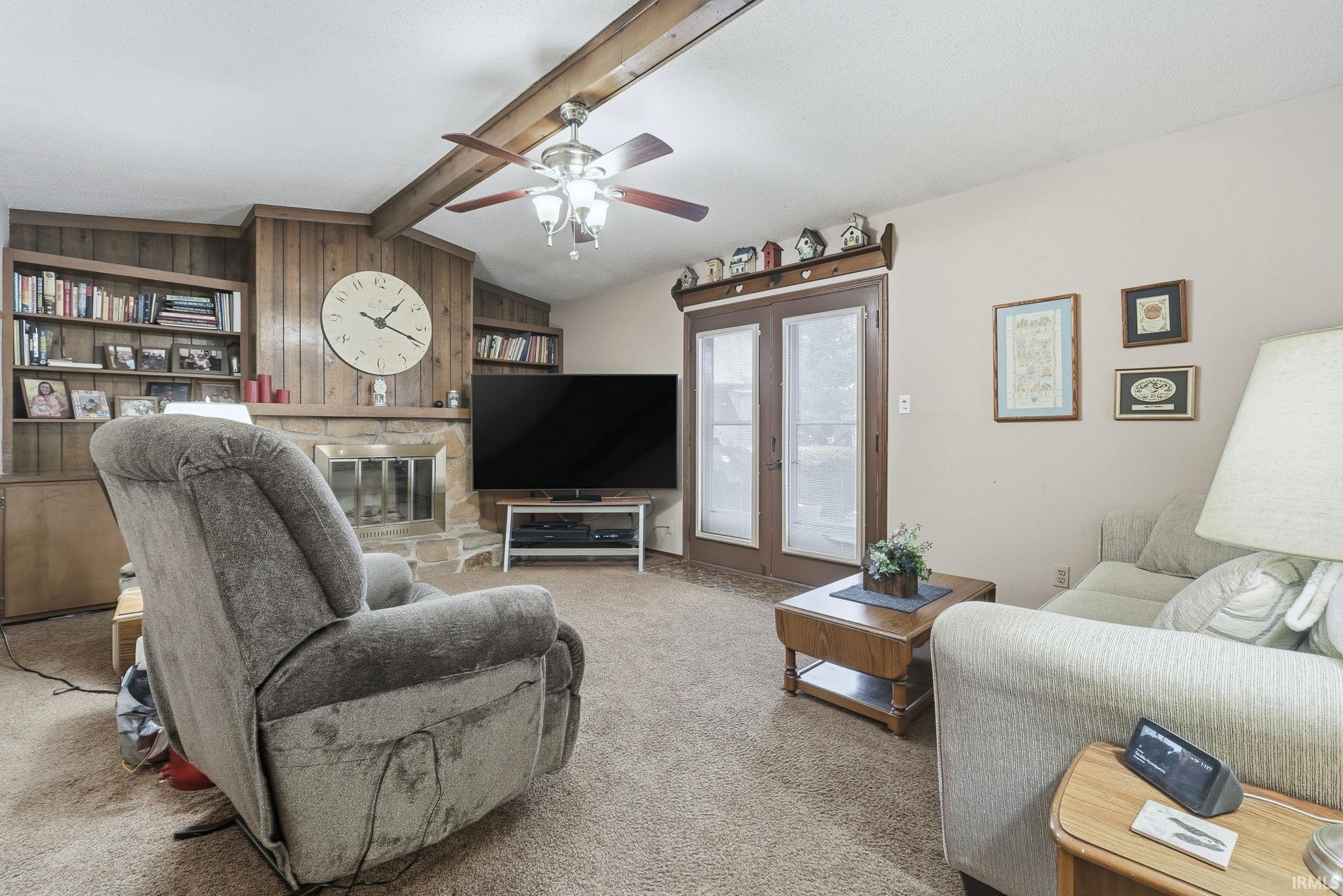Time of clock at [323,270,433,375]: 1:18
